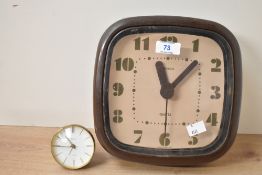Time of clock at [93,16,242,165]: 11:07
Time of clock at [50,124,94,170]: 10:45
